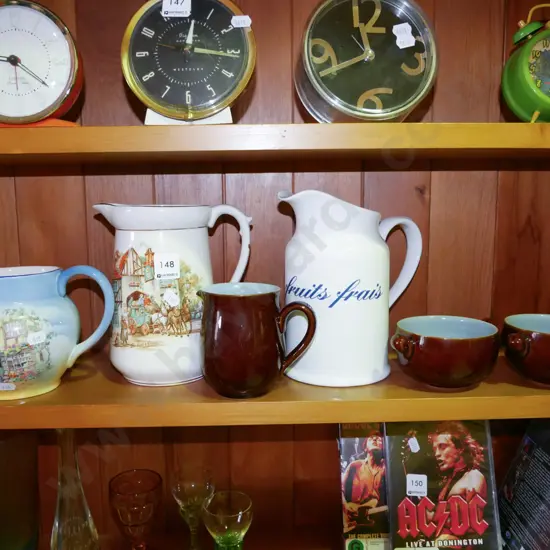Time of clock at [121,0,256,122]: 12:16
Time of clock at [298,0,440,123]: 11:40
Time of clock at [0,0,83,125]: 9:21
